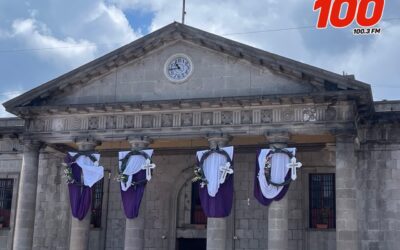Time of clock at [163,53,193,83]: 10:44
